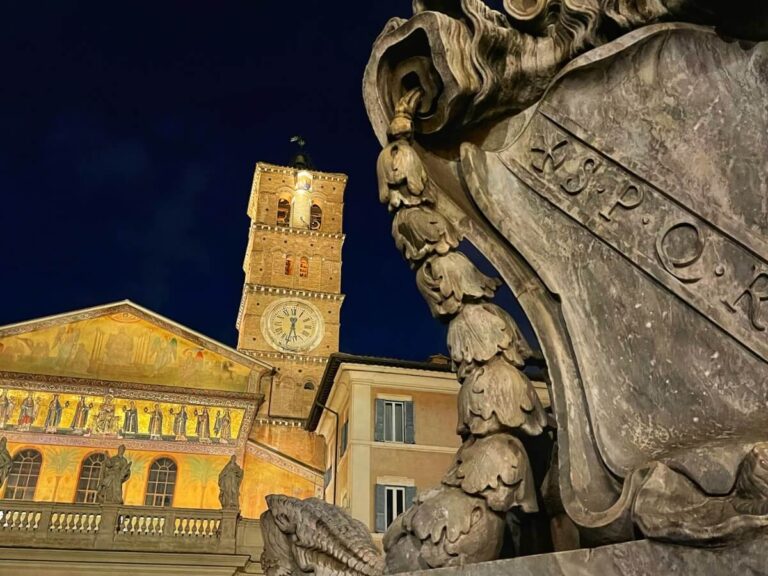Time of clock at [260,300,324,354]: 12:32
